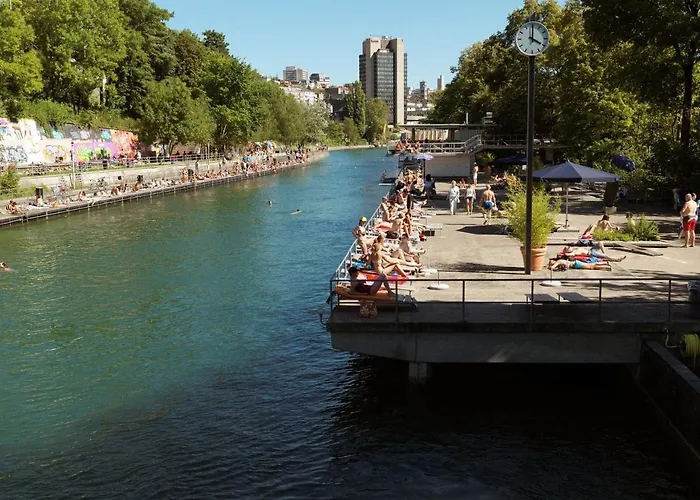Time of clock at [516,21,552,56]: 4:00
